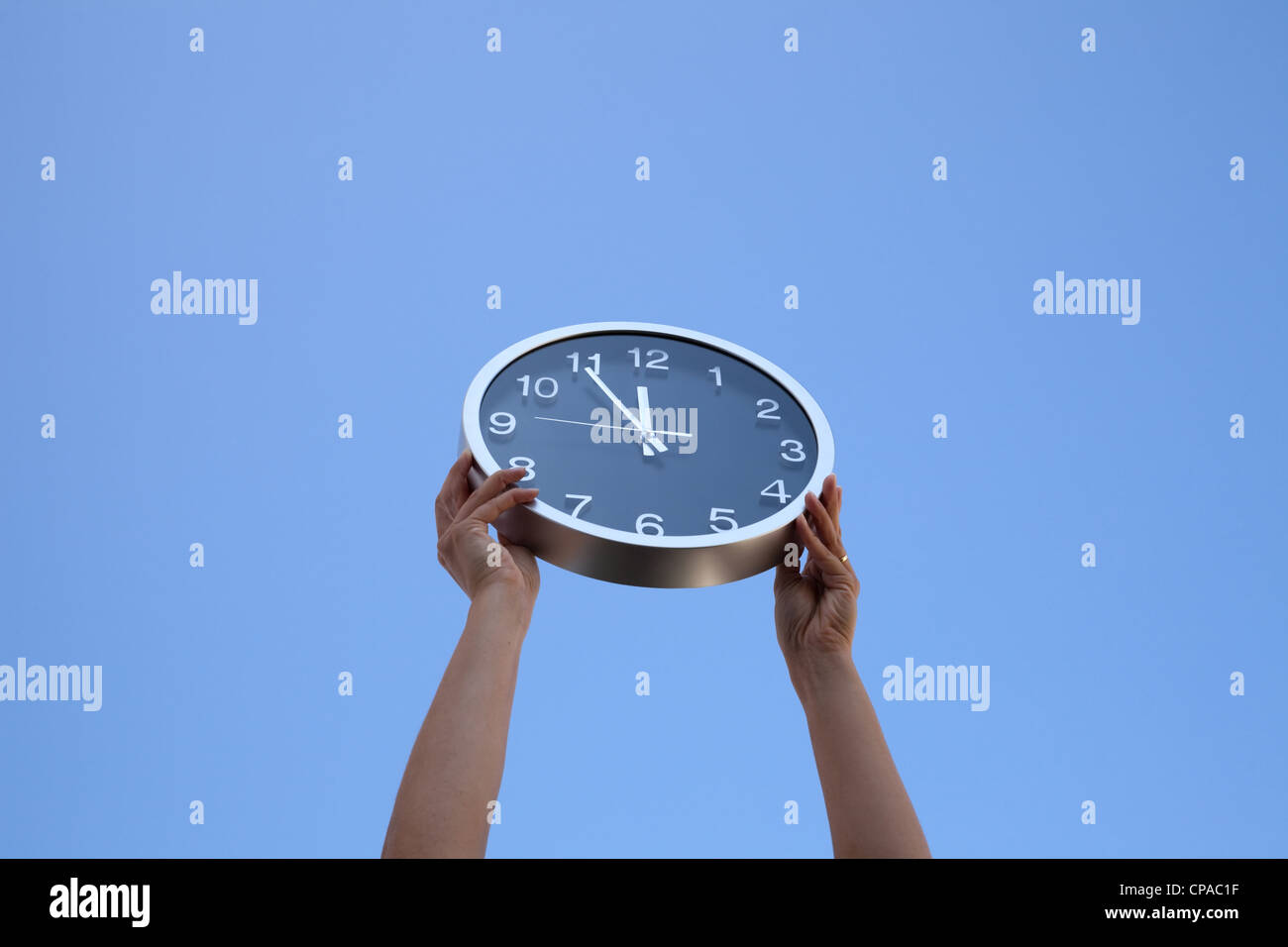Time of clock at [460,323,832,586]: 11:54
